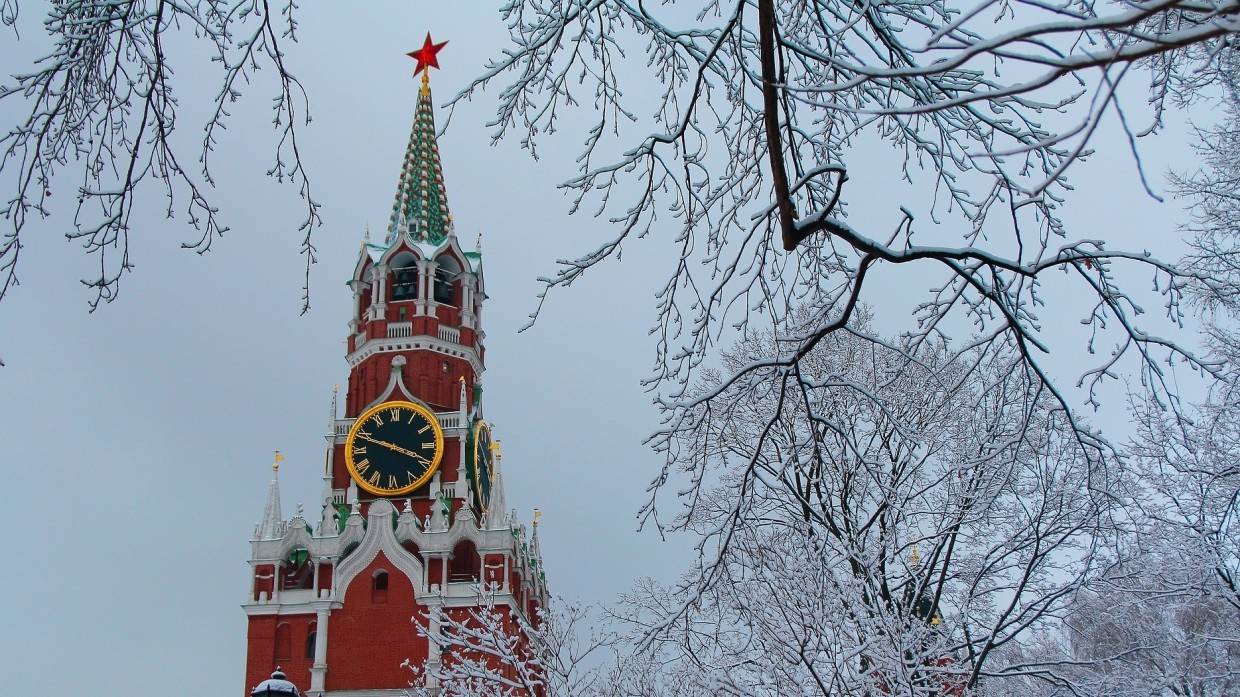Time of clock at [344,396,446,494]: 3:48
